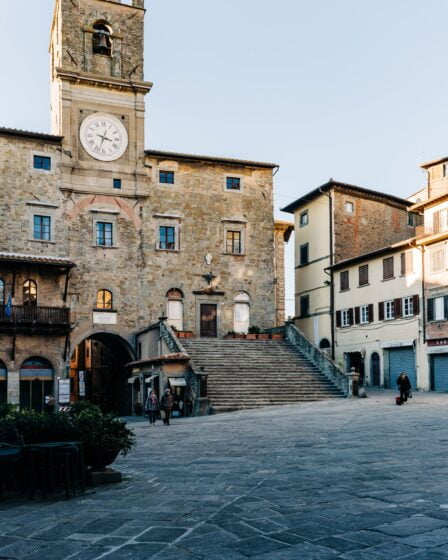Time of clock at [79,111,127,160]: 3:33
